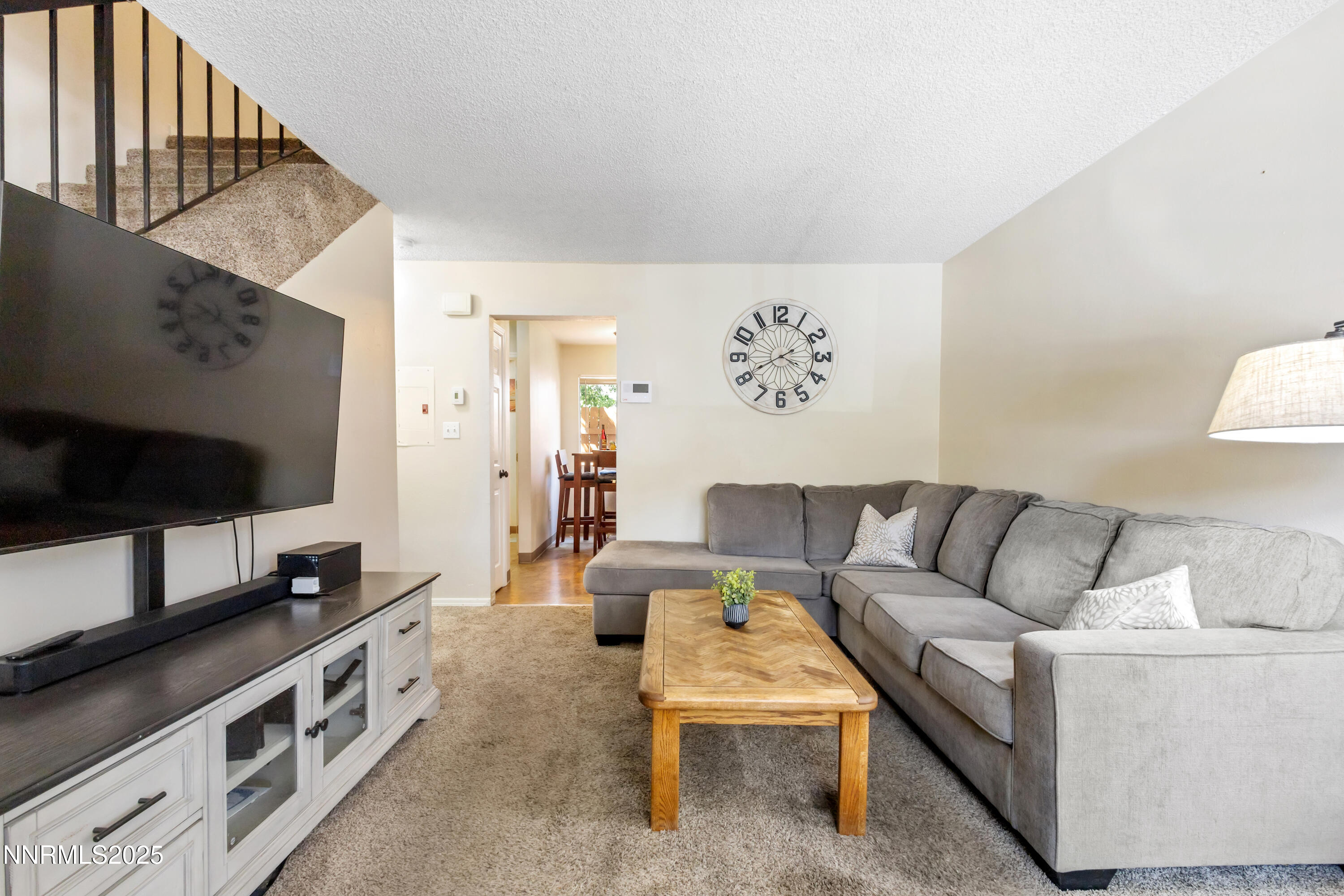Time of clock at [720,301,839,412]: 3:40
